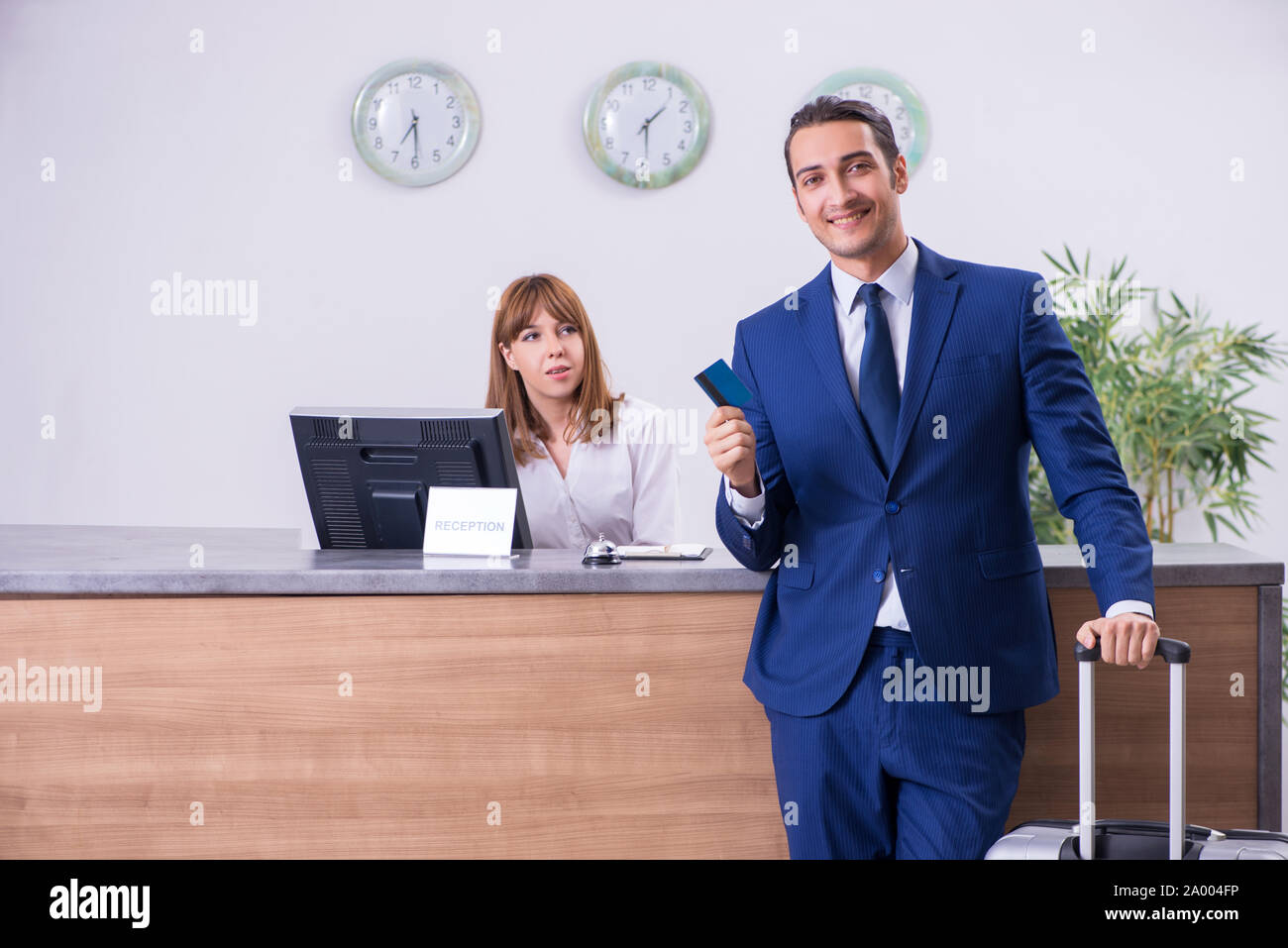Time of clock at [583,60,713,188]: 1:29
